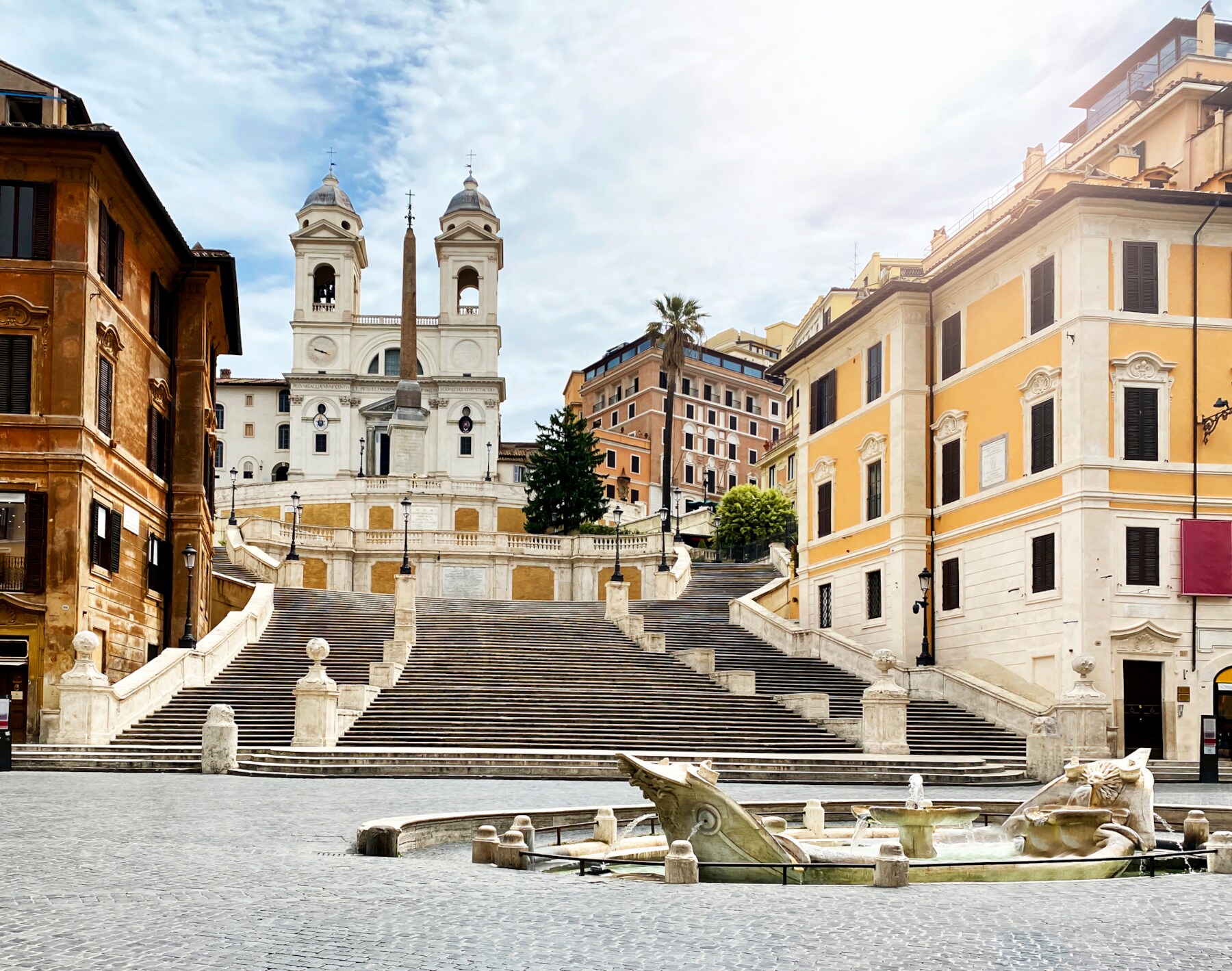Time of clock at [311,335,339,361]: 3:47
